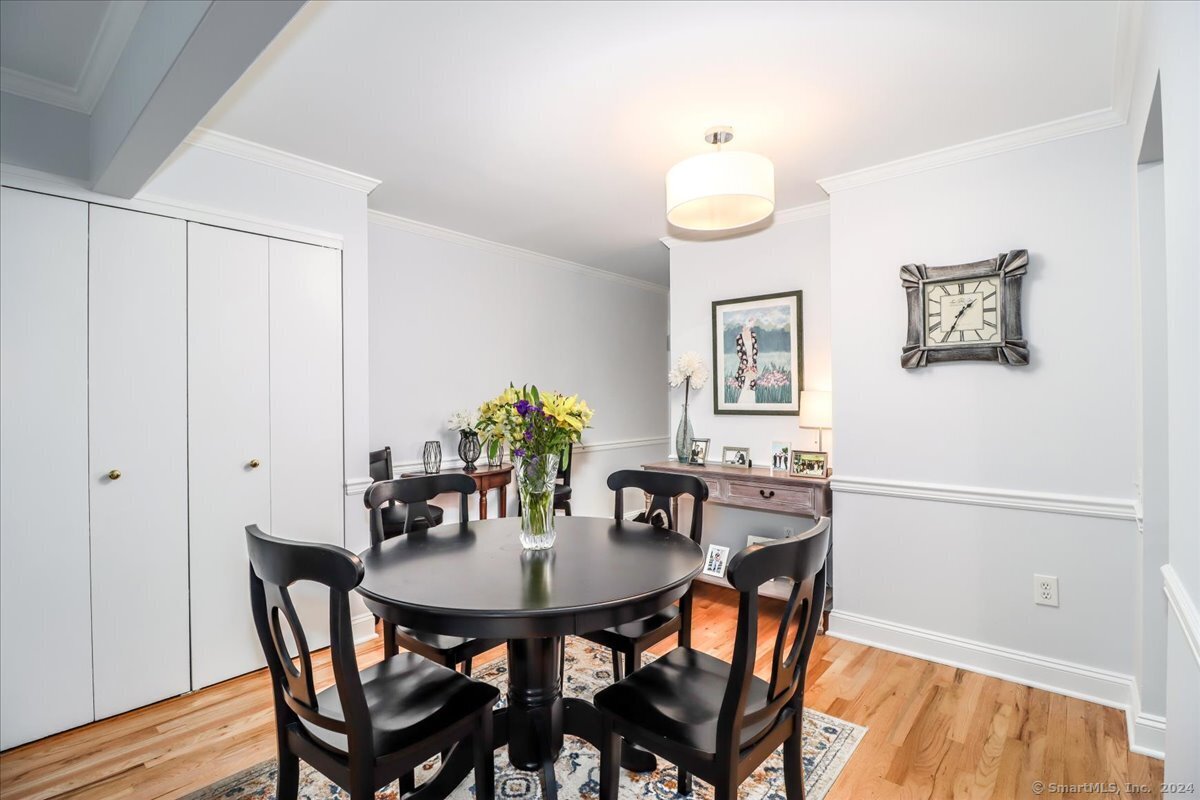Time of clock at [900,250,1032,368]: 1:34
